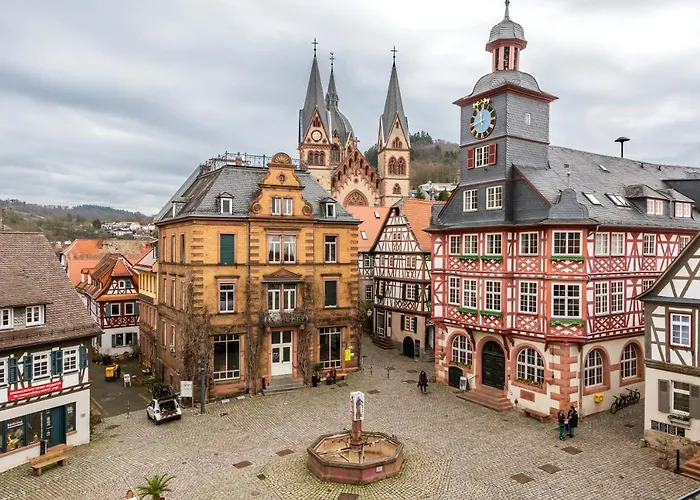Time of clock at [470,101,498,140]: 11:41
